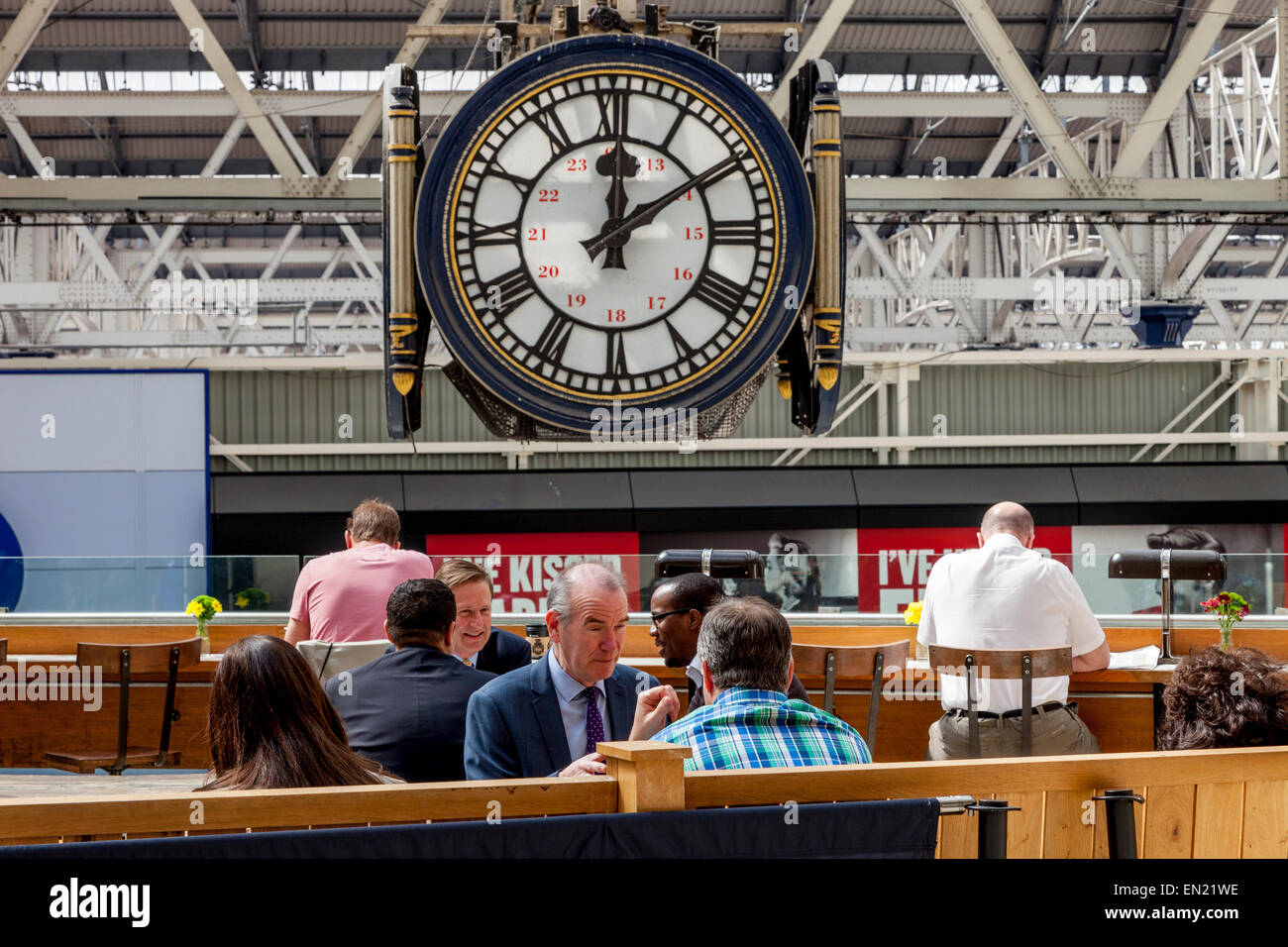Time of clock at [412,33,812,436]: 12:09
